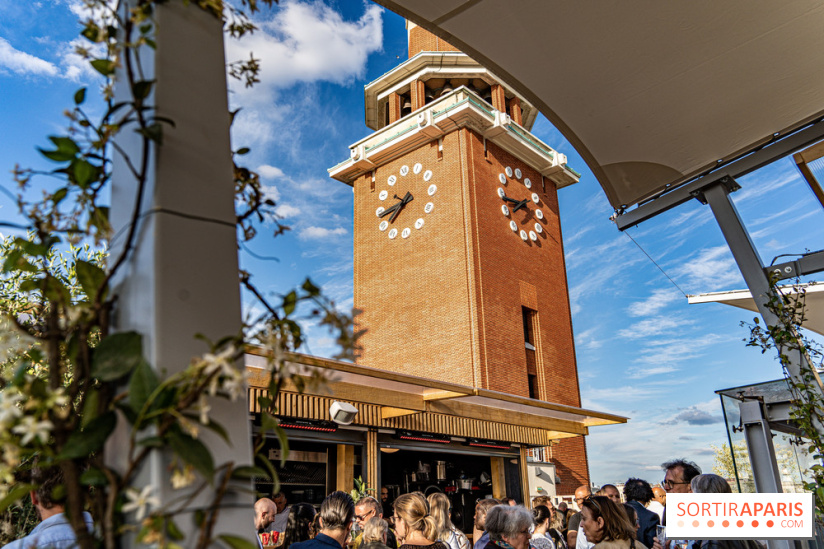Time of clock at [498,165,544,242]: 7:43
